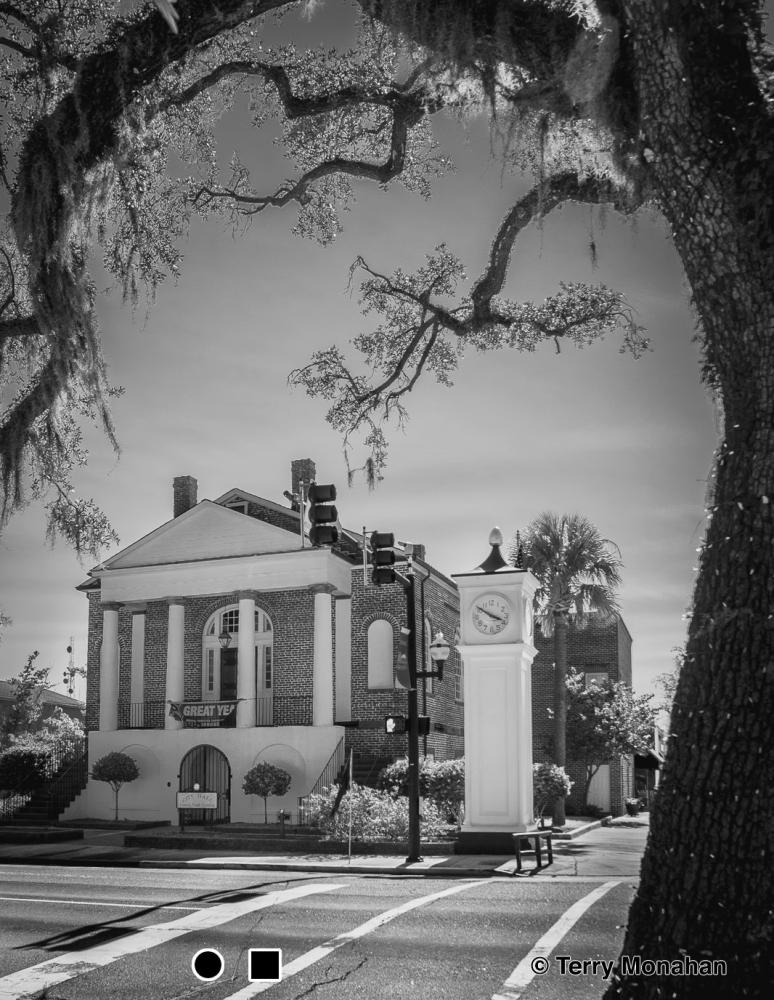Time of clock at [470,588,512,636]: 3:51
